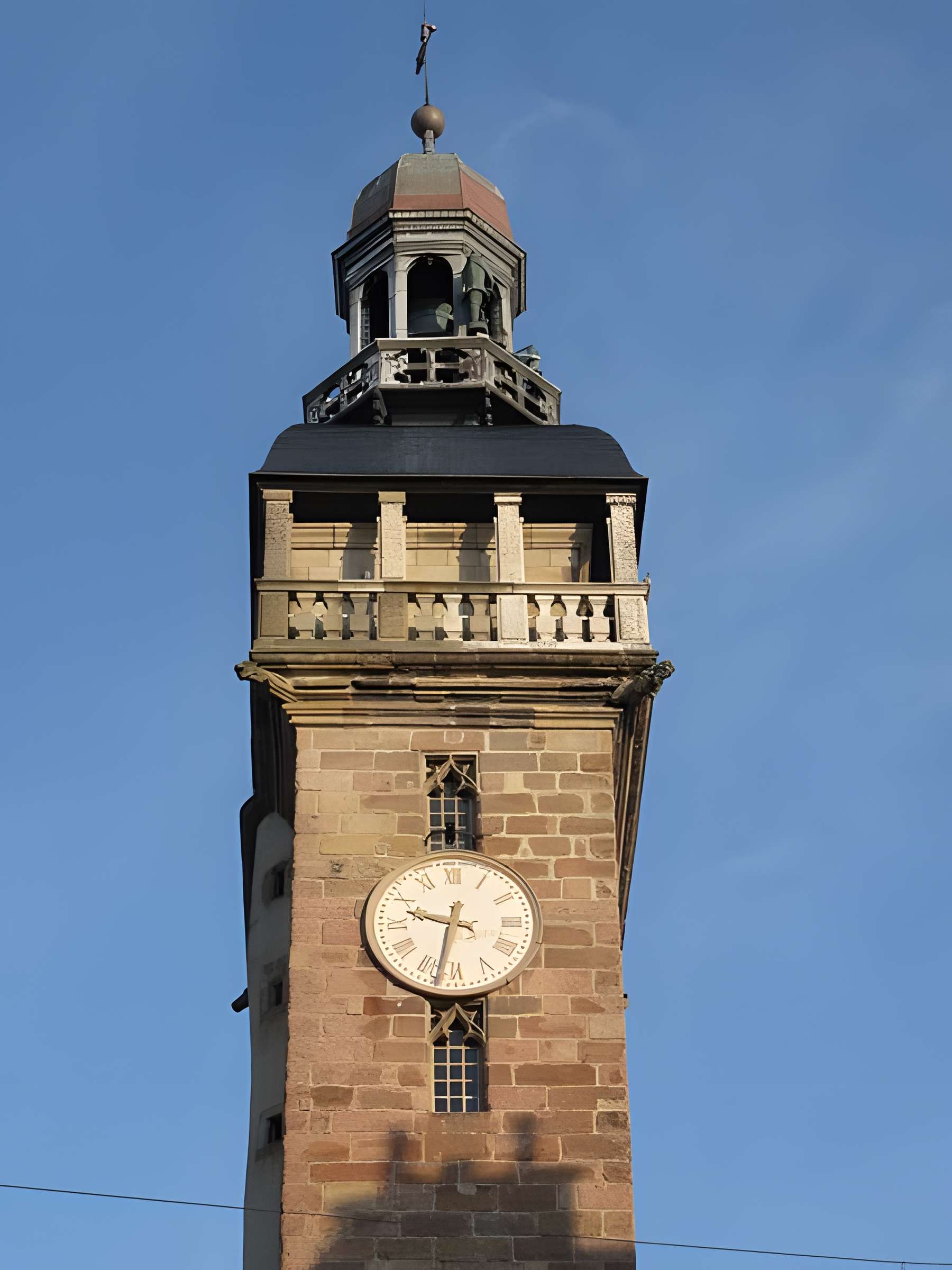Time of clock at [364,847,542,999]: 9:32
